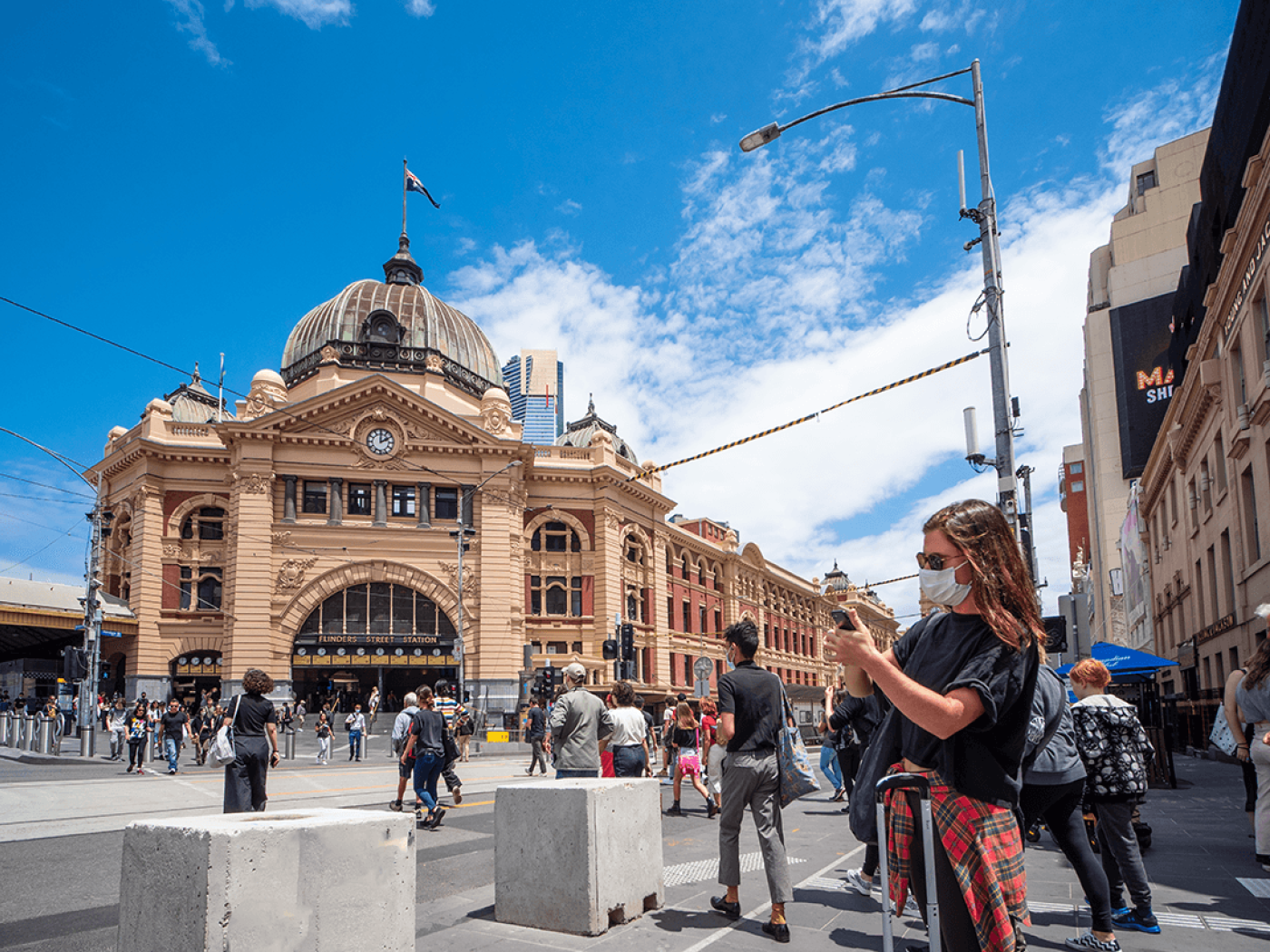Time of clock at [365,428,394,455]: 2:00
